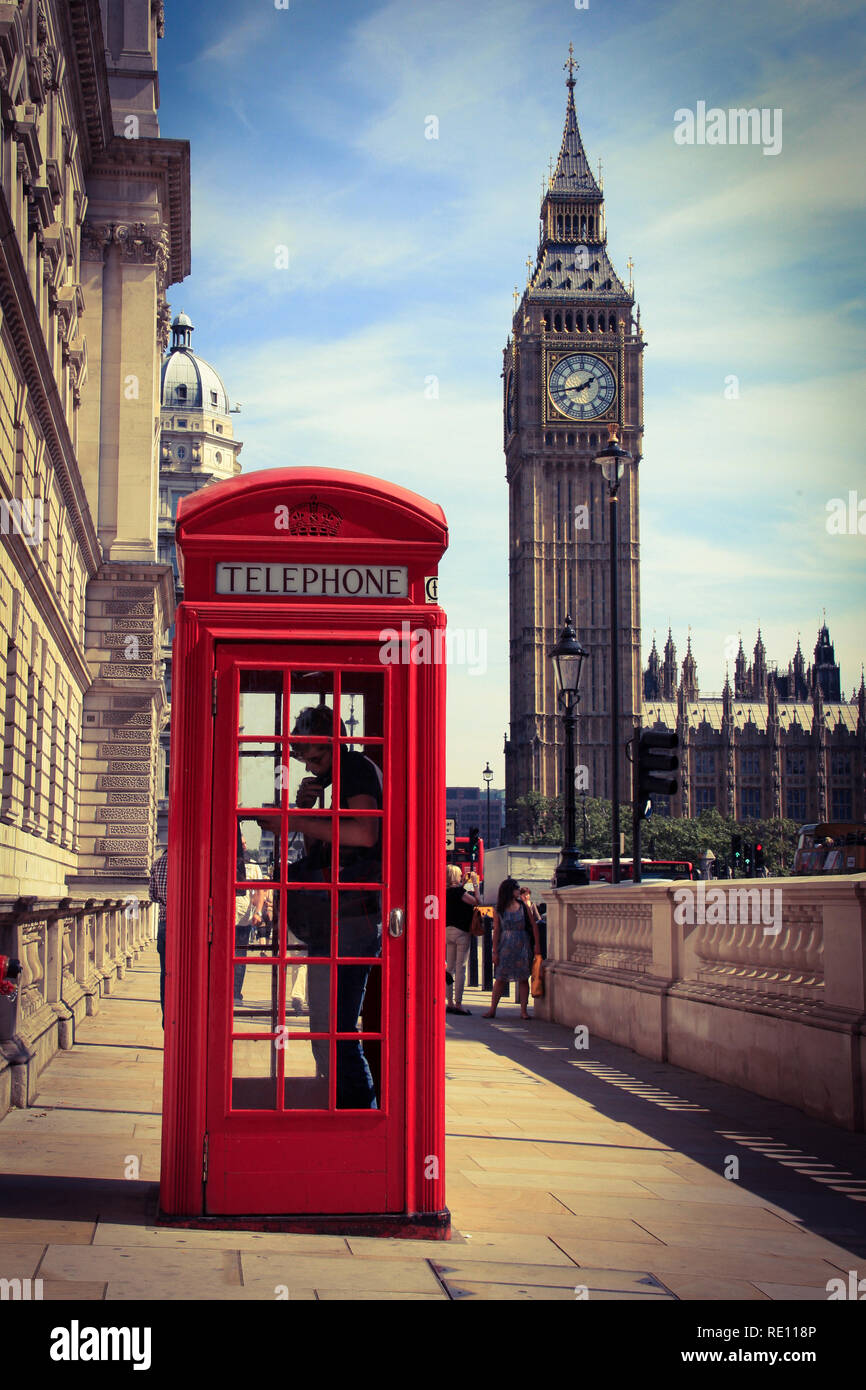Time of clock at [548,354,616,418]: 1:43
